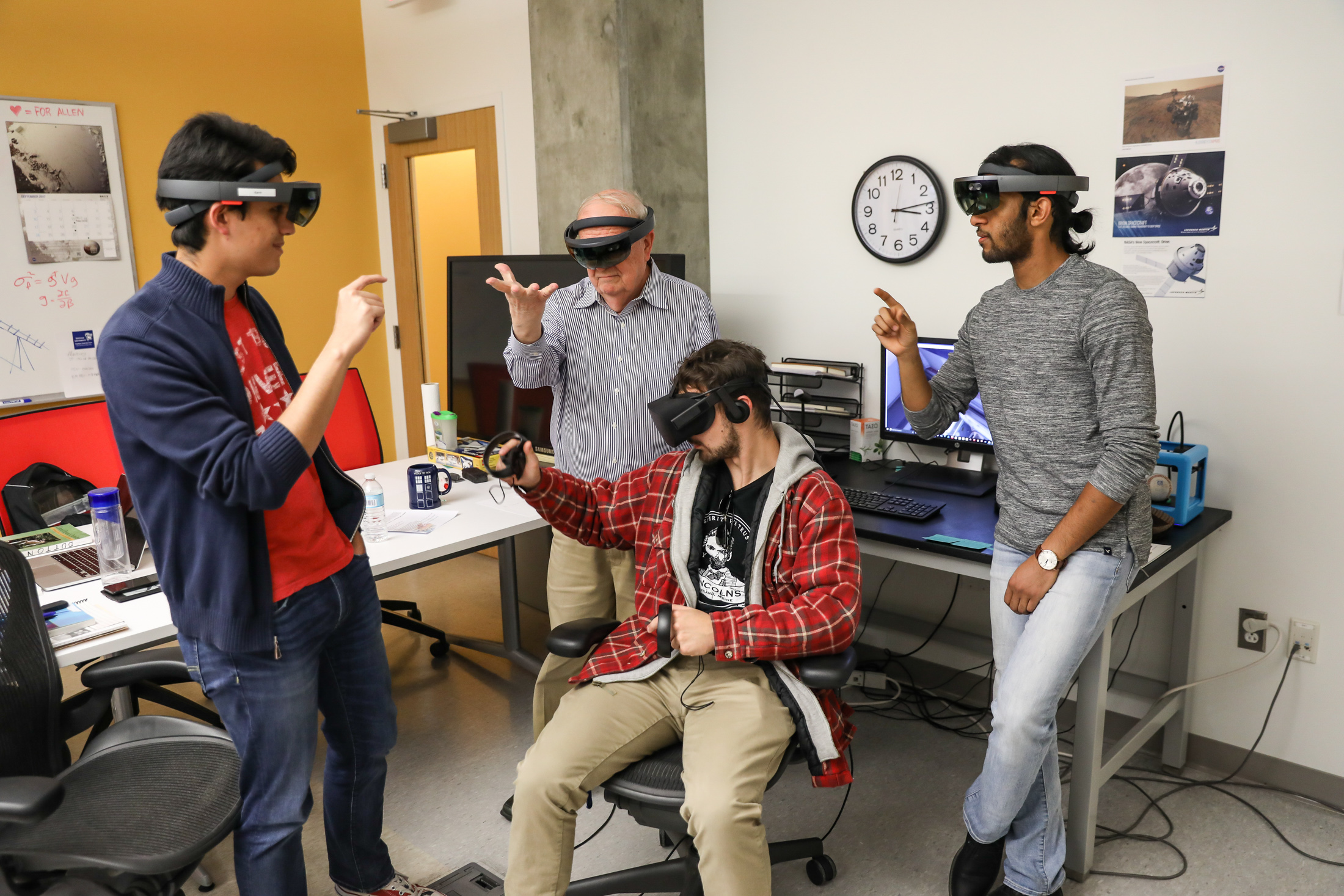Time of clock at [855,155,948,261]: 3:13
